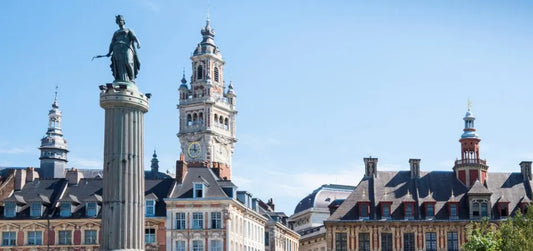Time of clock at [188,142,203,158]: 11:46
